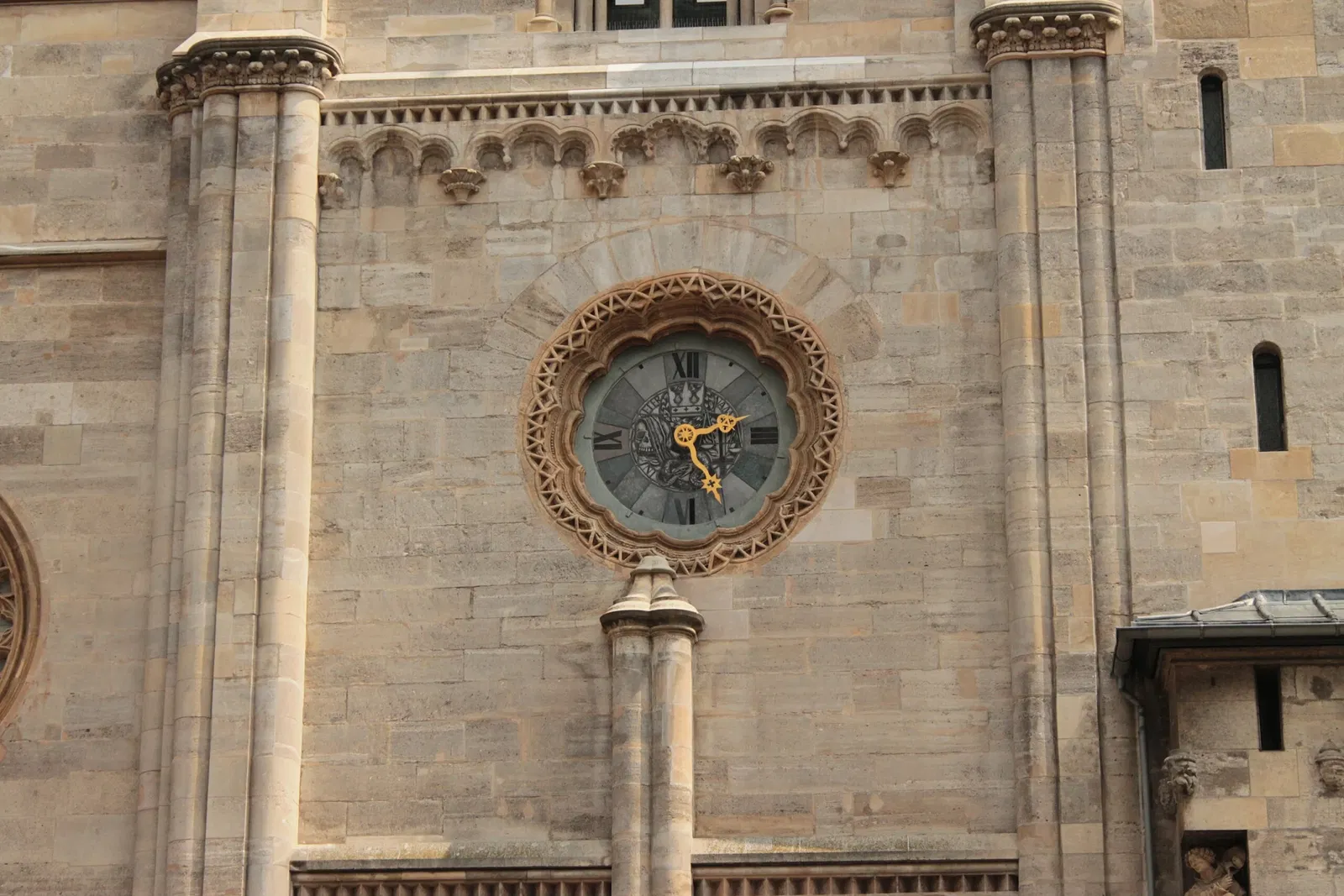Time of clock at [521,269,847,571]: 2:23
